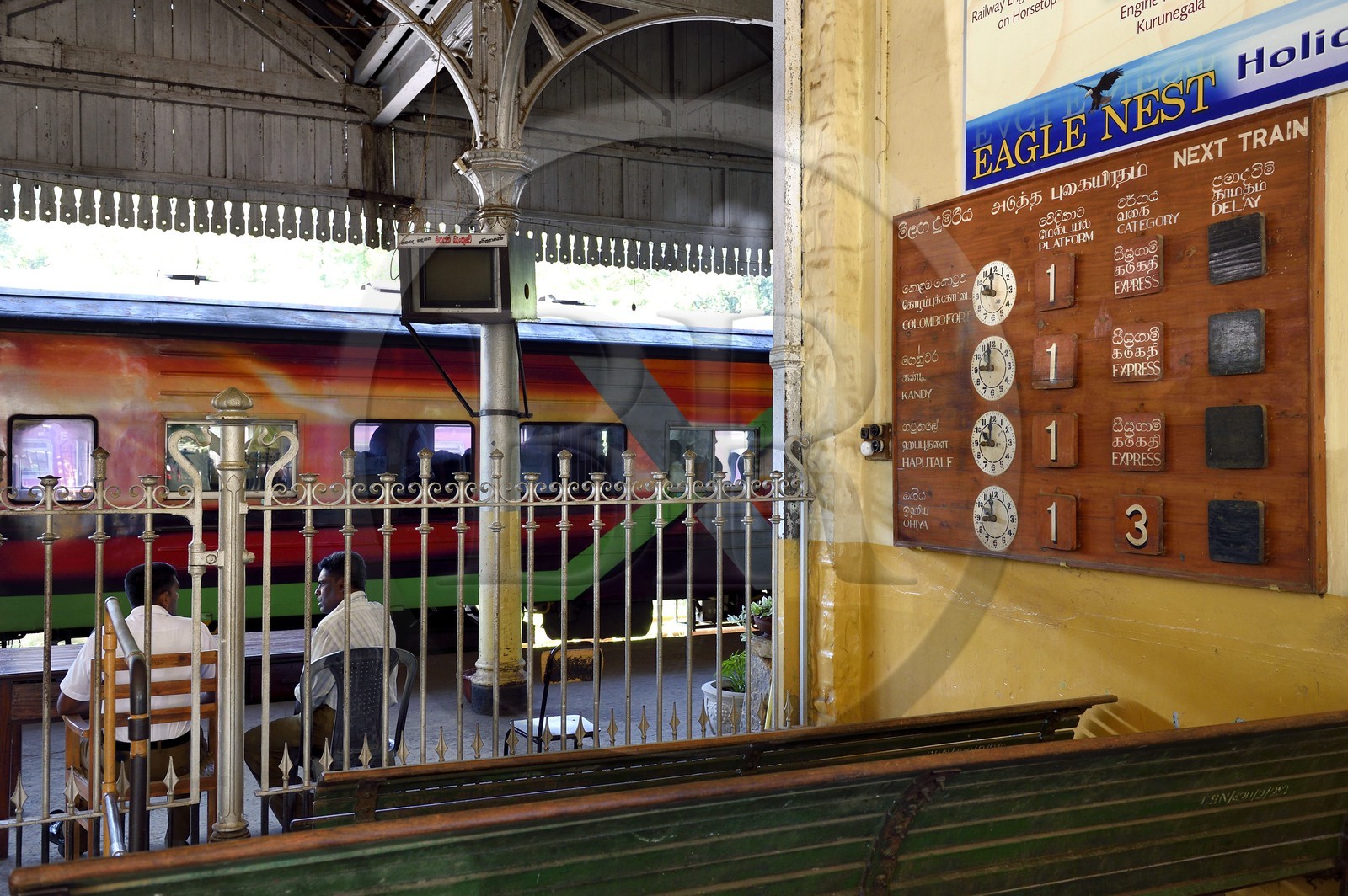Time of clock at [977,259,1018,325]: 9:59
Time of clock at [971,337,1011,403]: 8:58
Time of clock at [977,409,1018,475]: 8:59
